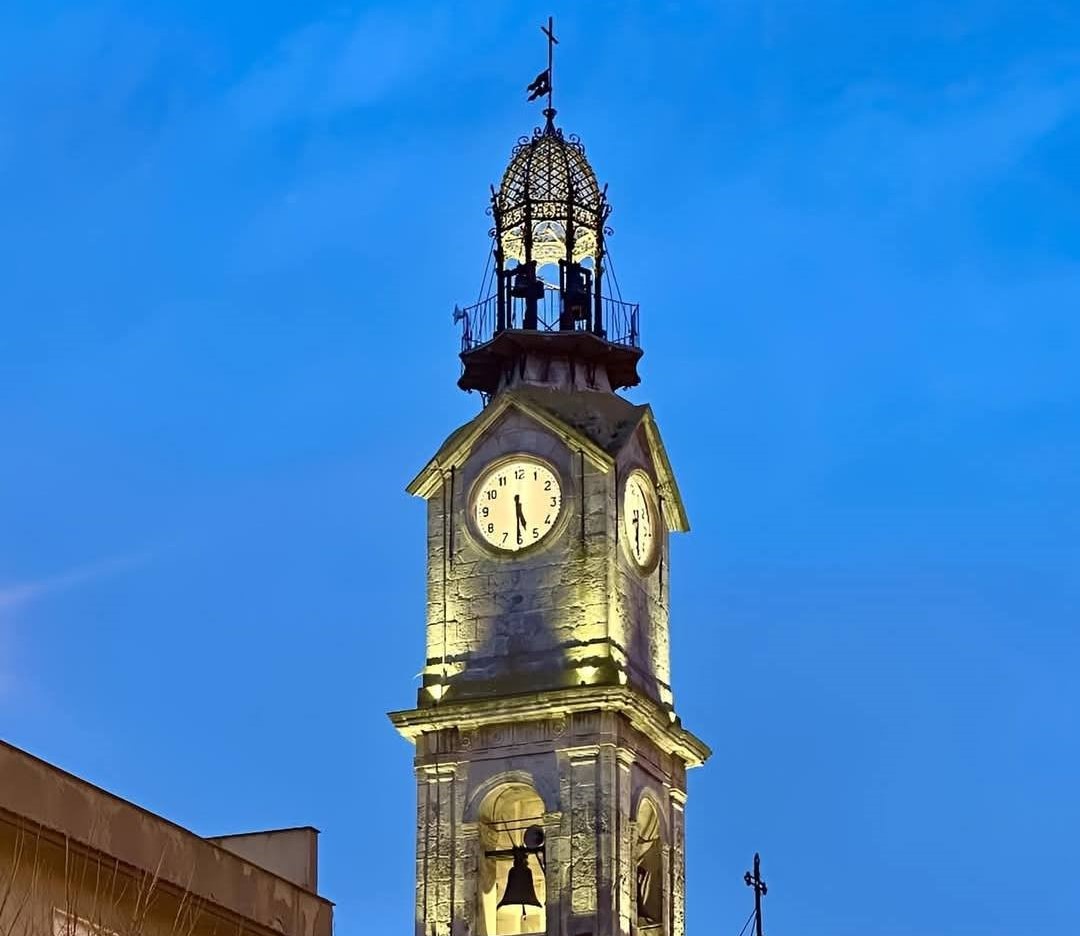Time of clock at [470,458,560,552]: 5:30
